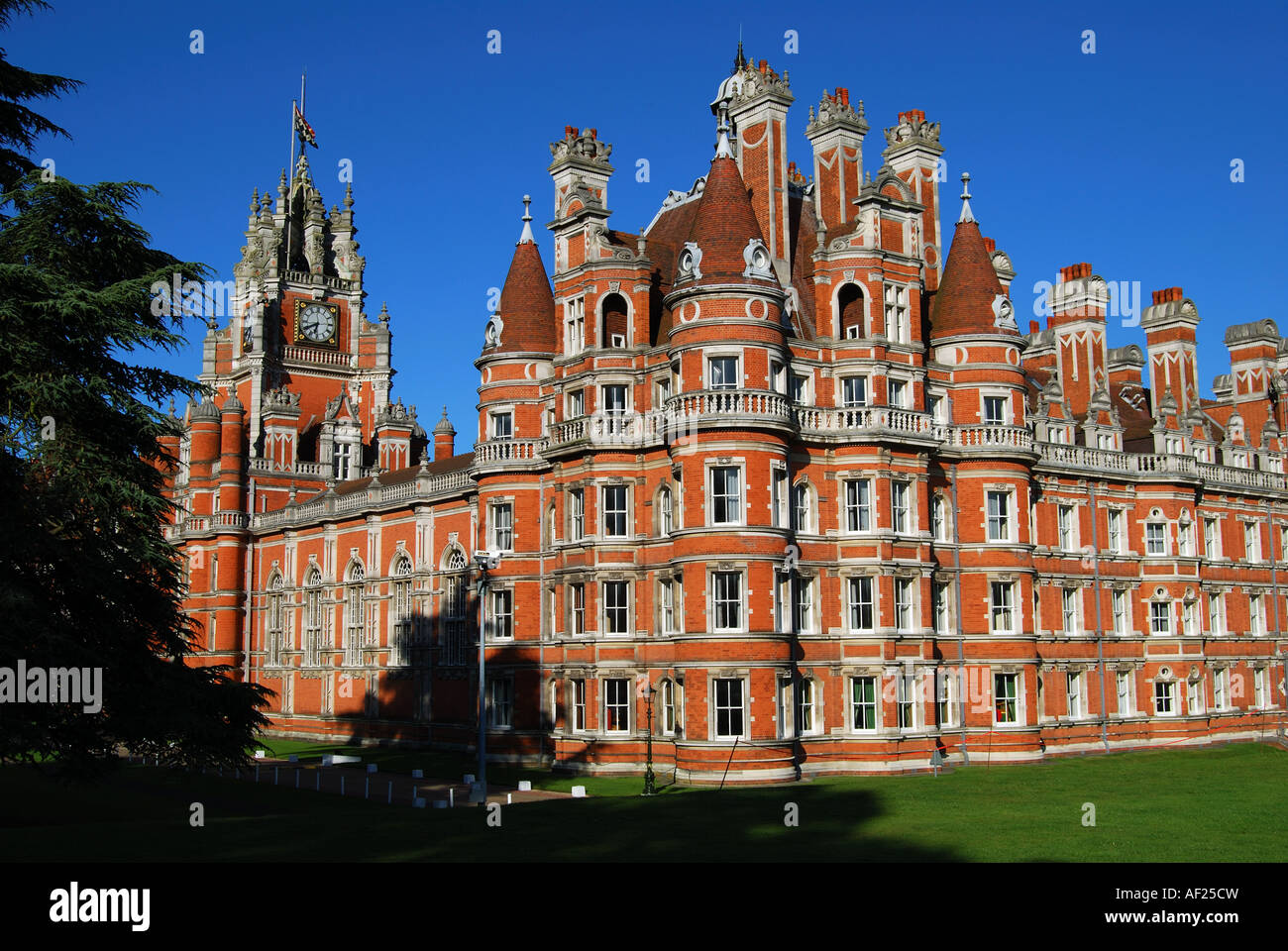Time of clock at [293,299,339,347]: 6:40
